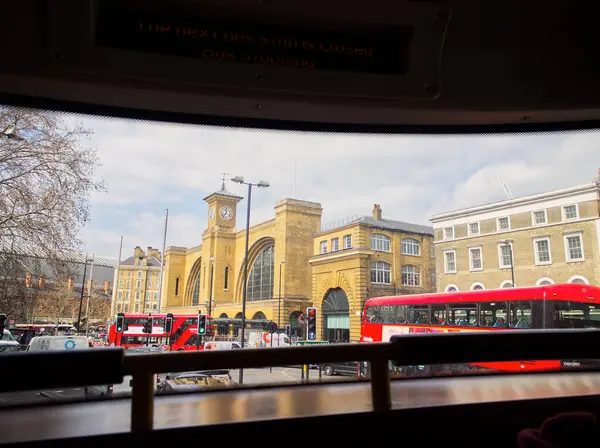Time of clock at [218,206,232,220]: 11:36
